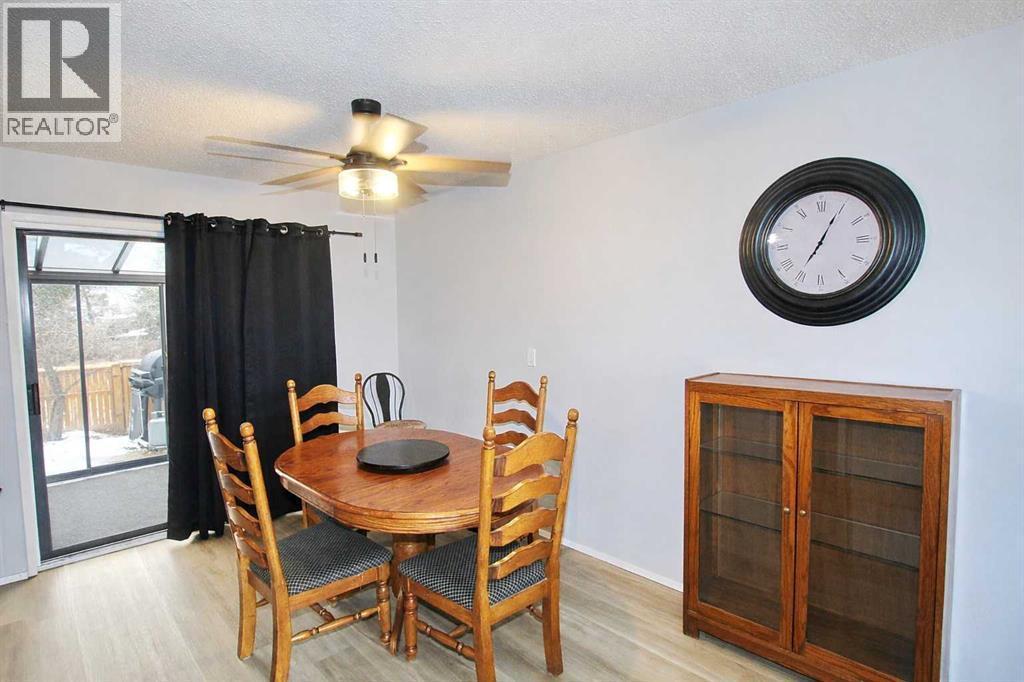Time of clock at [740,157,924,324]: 7:04
